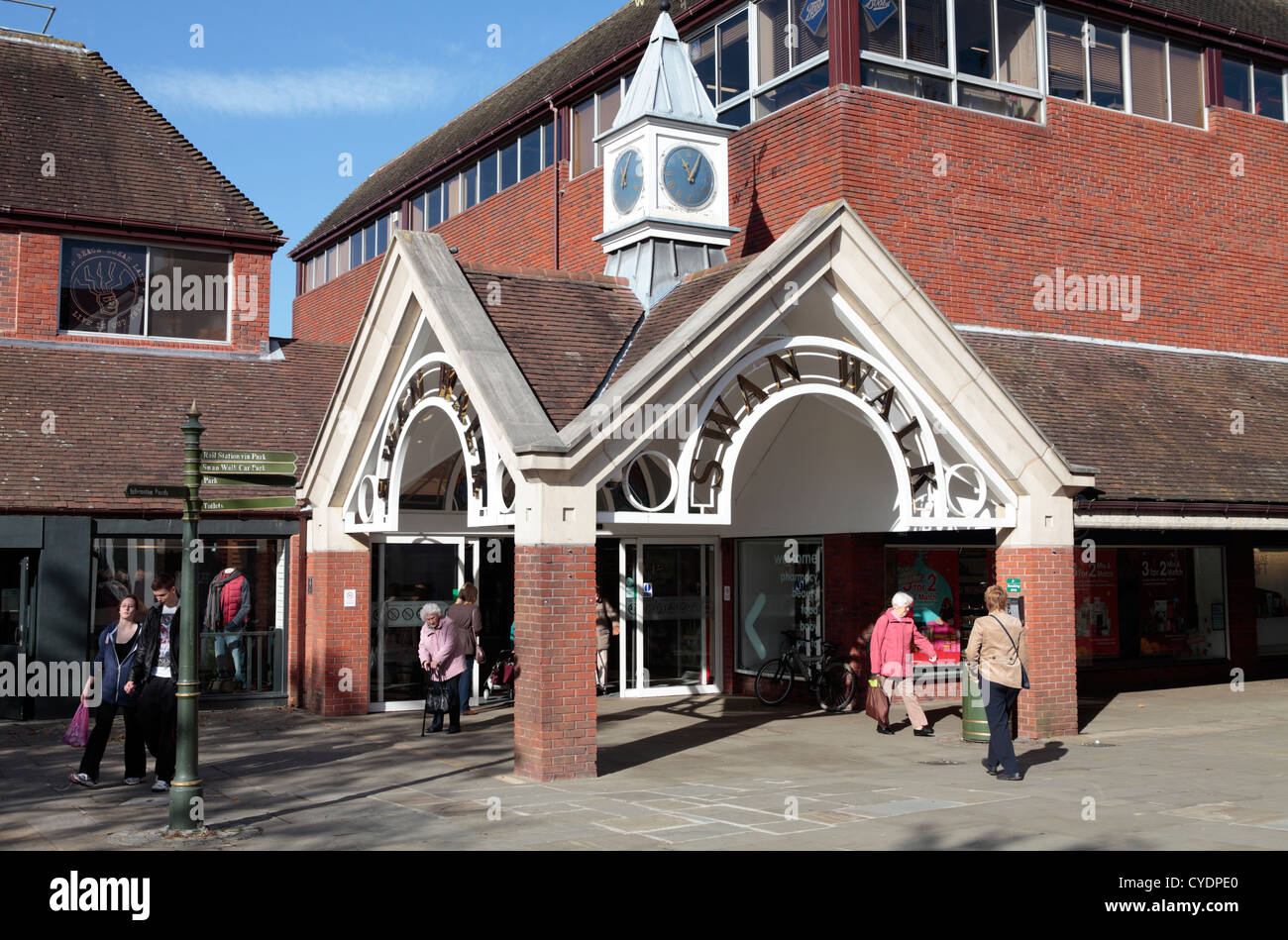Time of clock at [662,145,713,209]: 11:04
